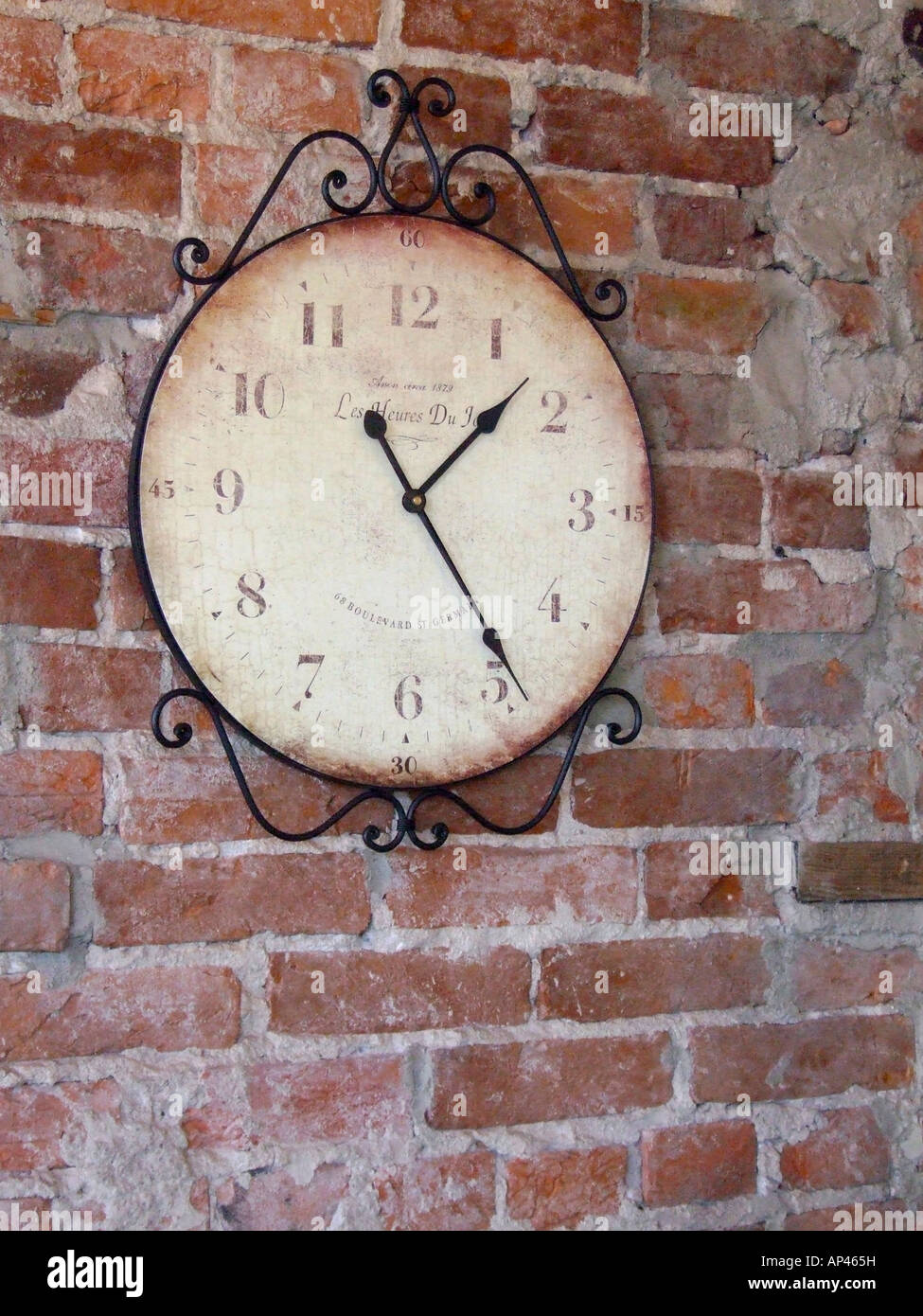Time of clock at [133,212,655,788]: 1:24
